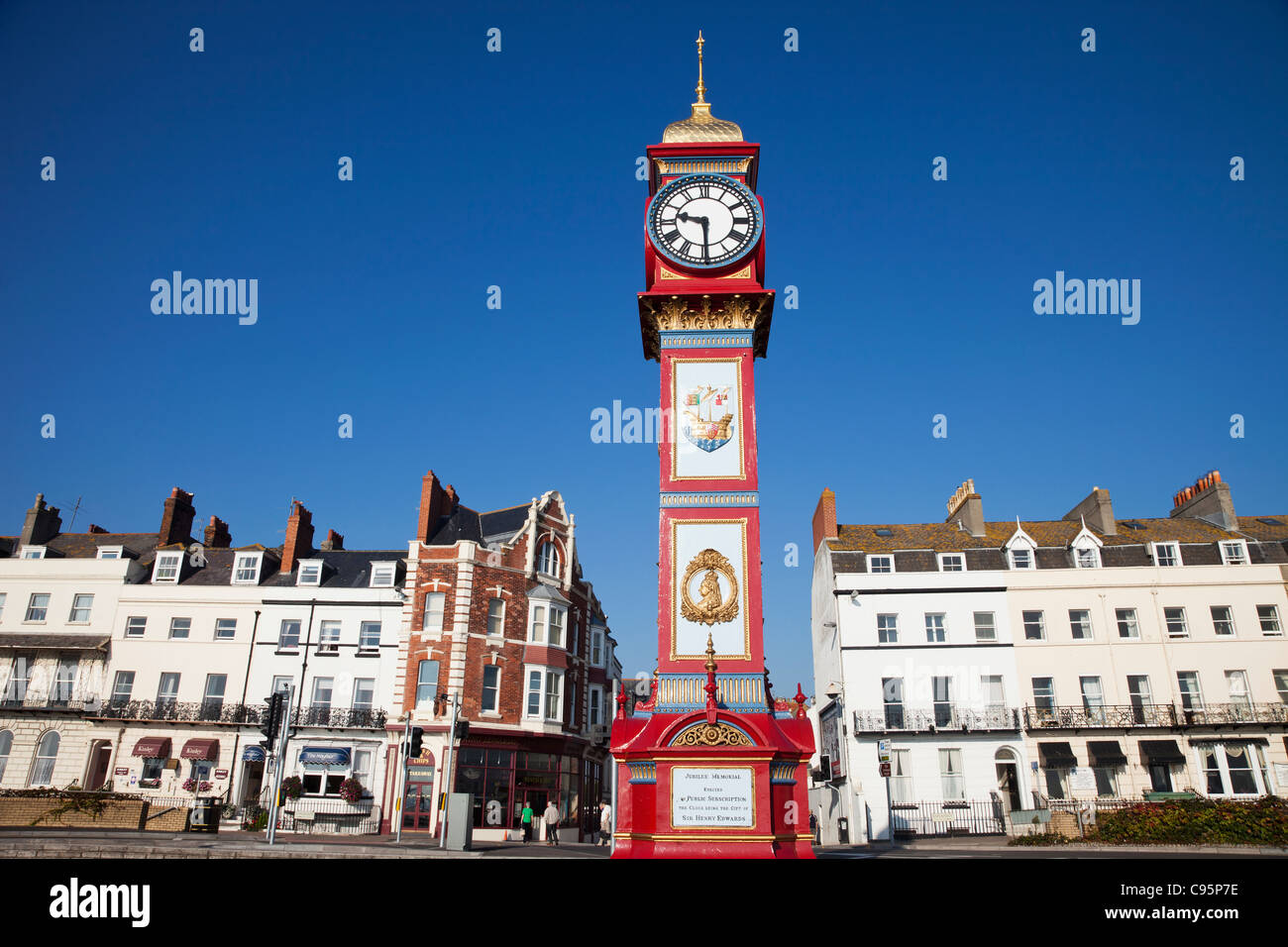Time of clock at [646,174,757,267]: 9:29
